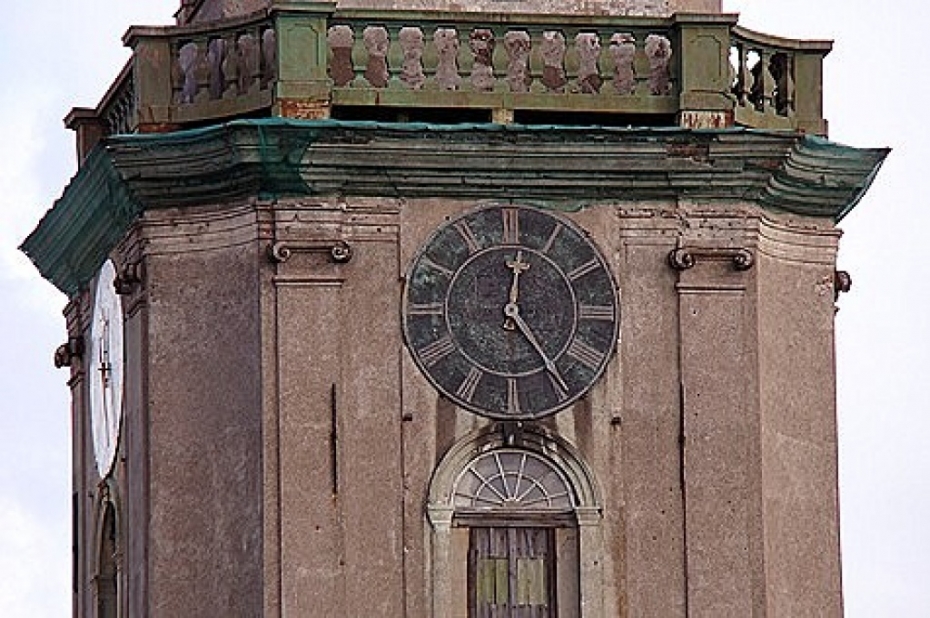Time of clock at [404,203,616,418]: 12:23
